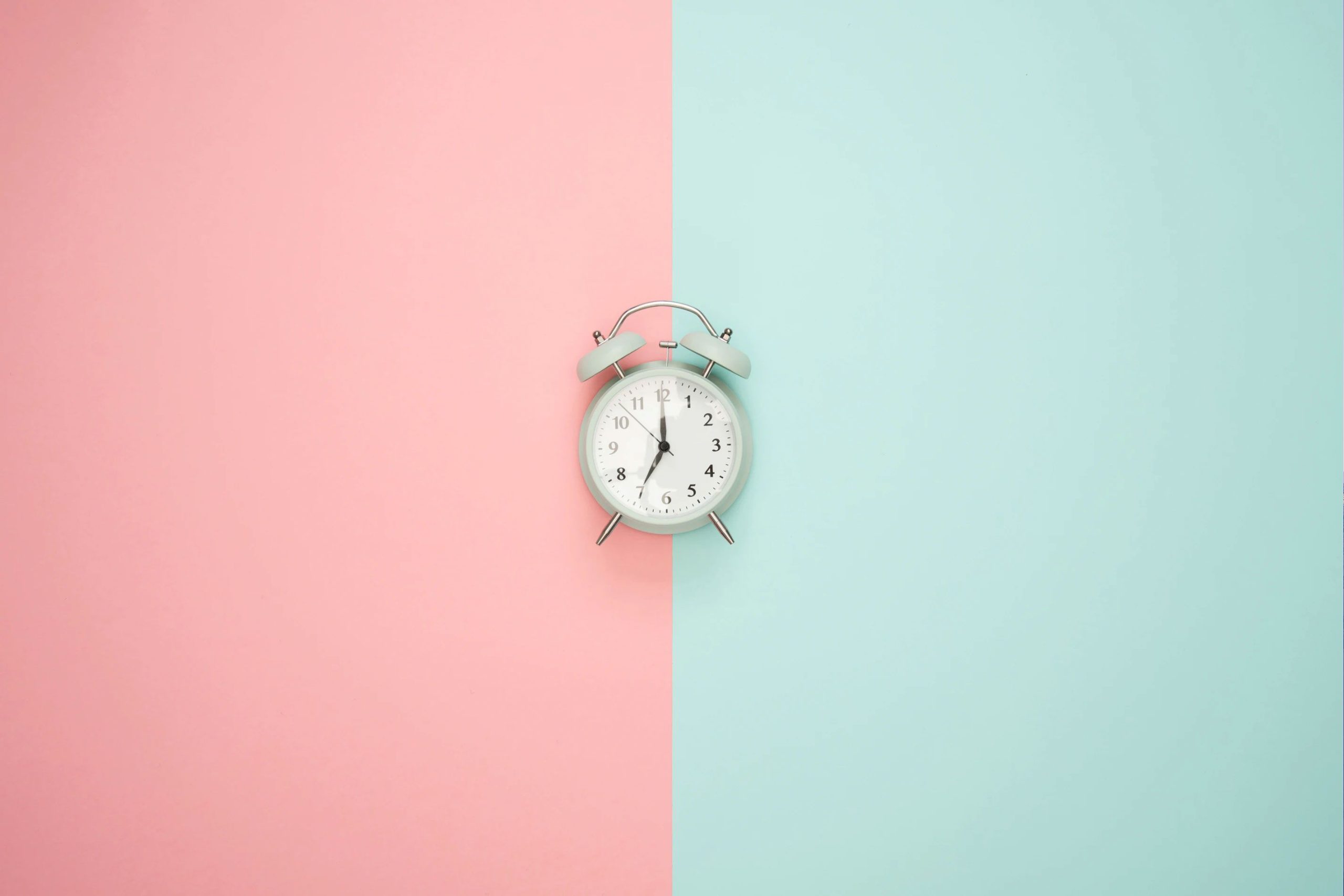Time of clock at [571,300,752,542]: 7:00
